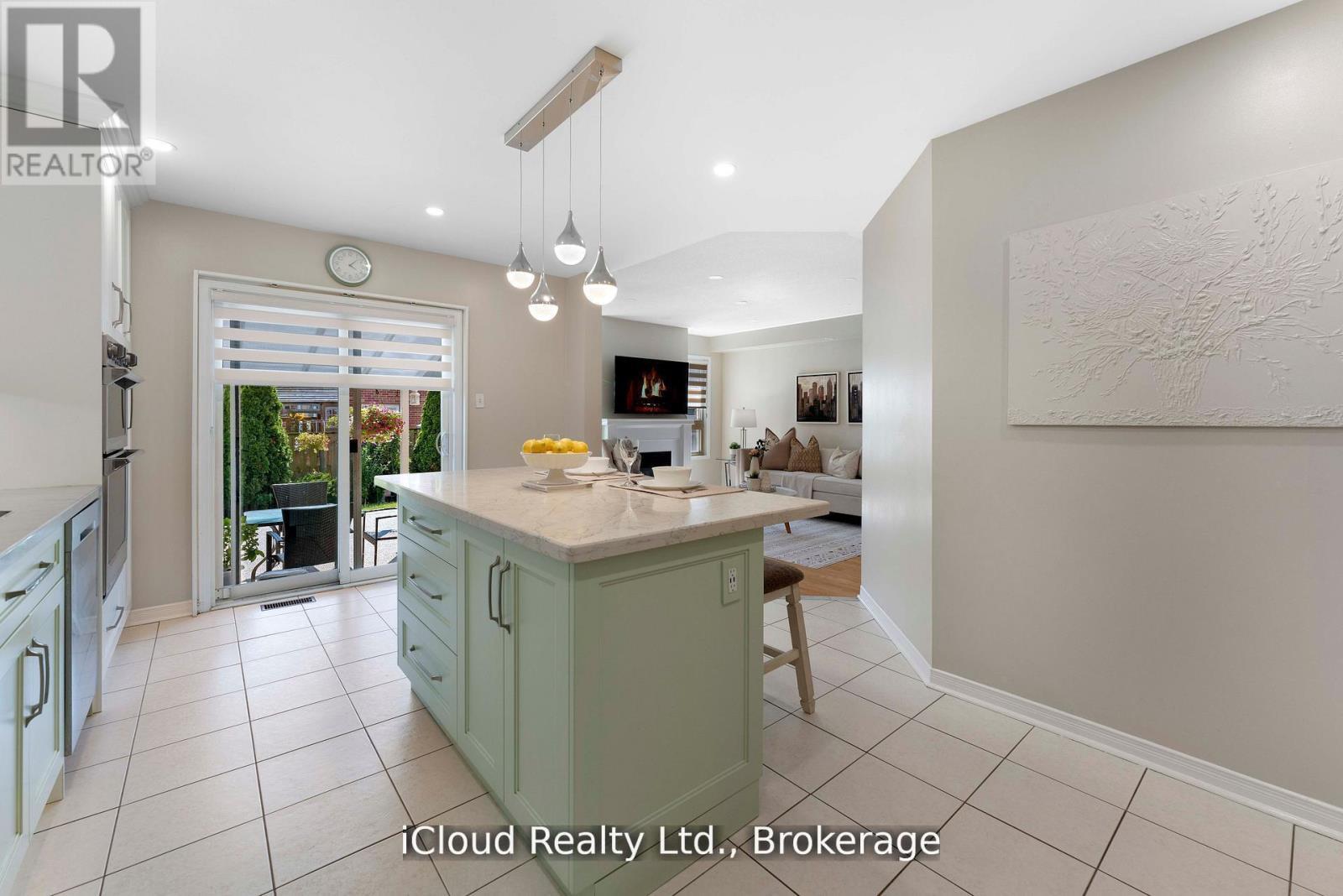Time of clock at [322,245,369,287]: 4:08
